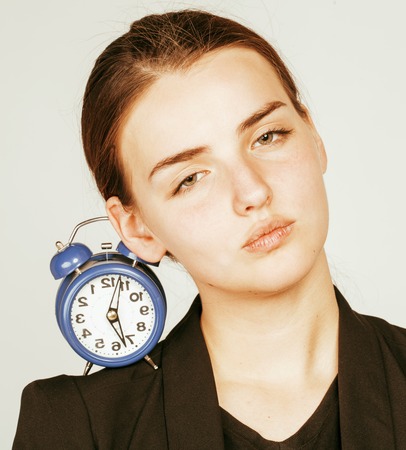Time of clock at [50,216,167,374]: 12:27
